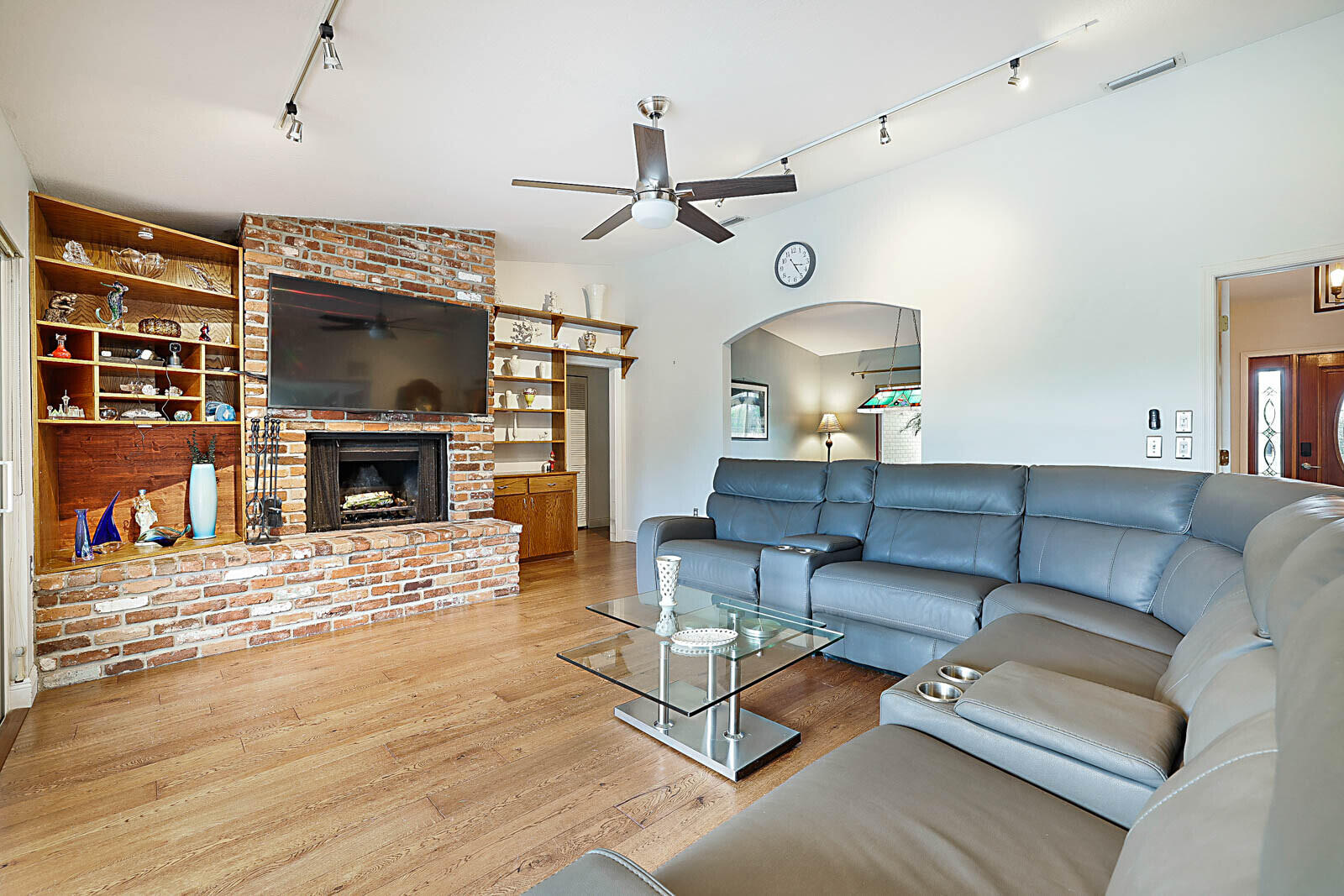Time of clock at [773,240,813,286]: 3:24
